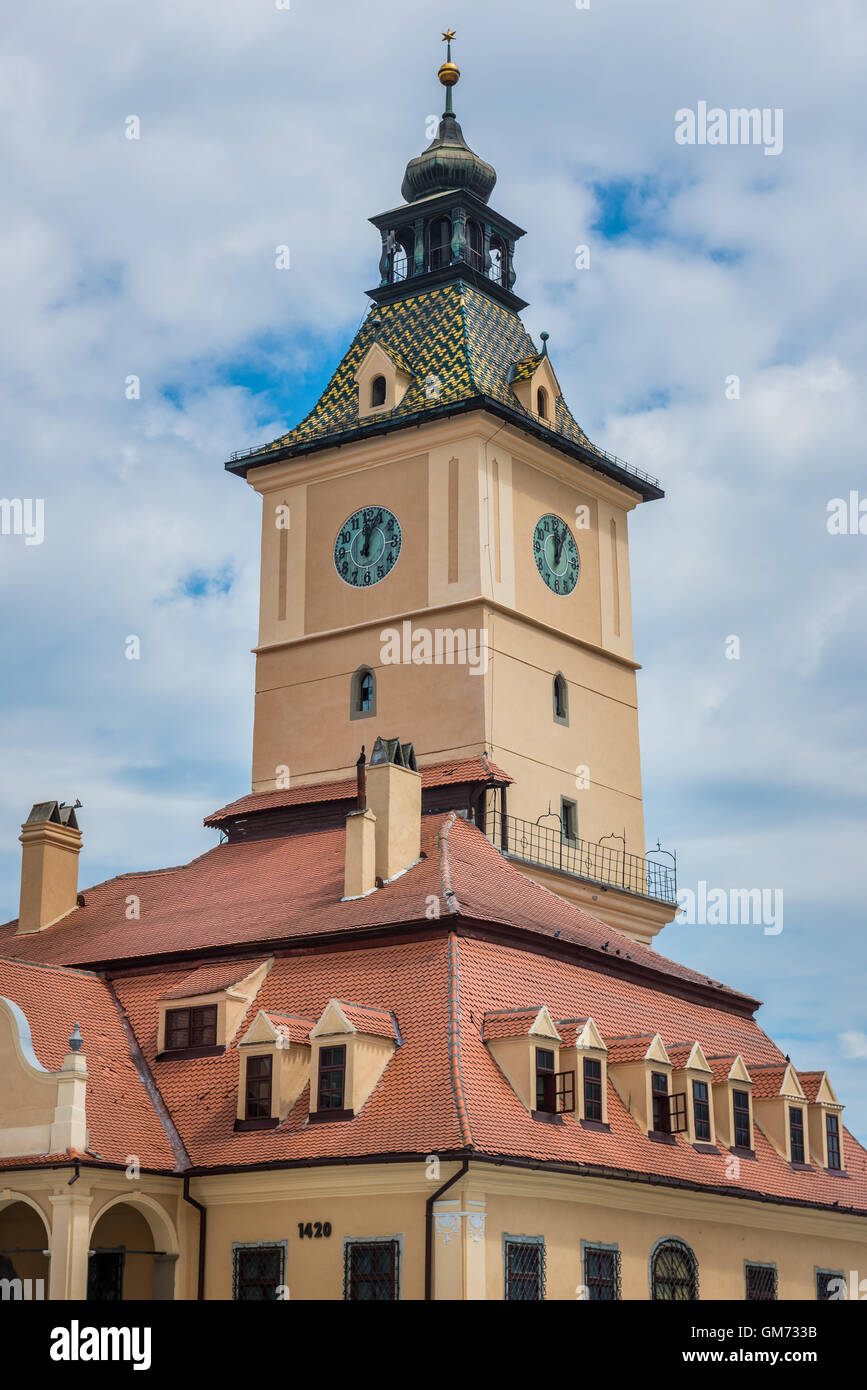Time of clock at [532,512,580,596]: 12:05
